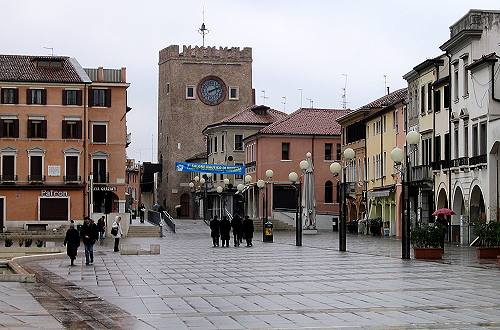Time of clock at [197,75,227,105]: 2:11
